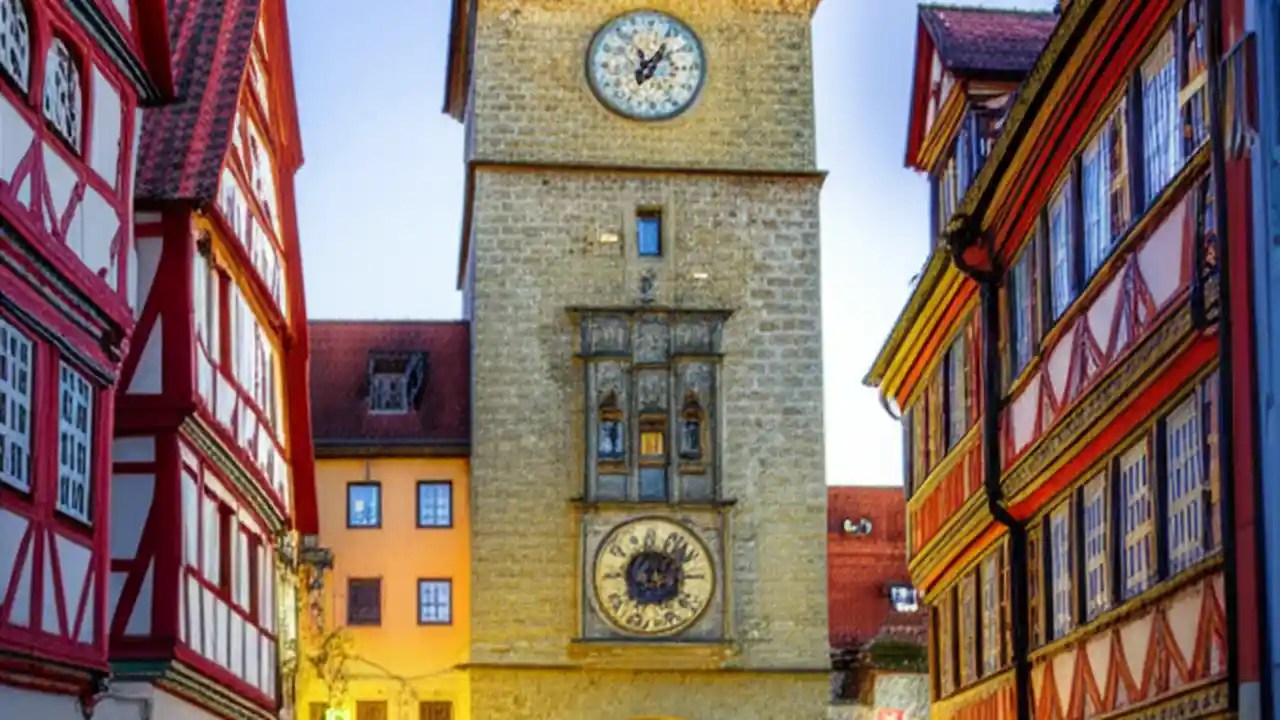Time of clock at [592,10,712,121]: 12:07
